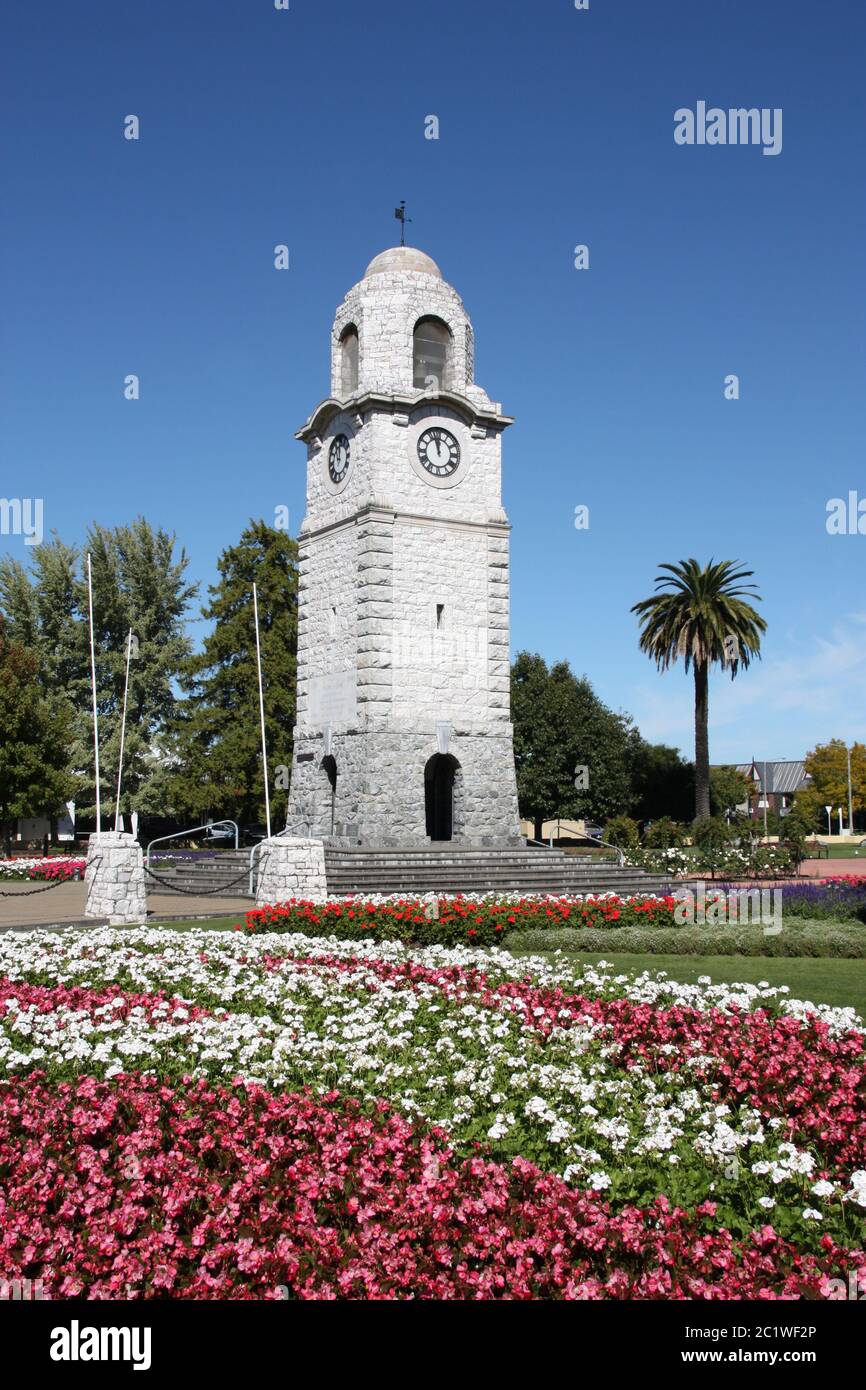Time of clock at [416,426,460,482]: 11:57
